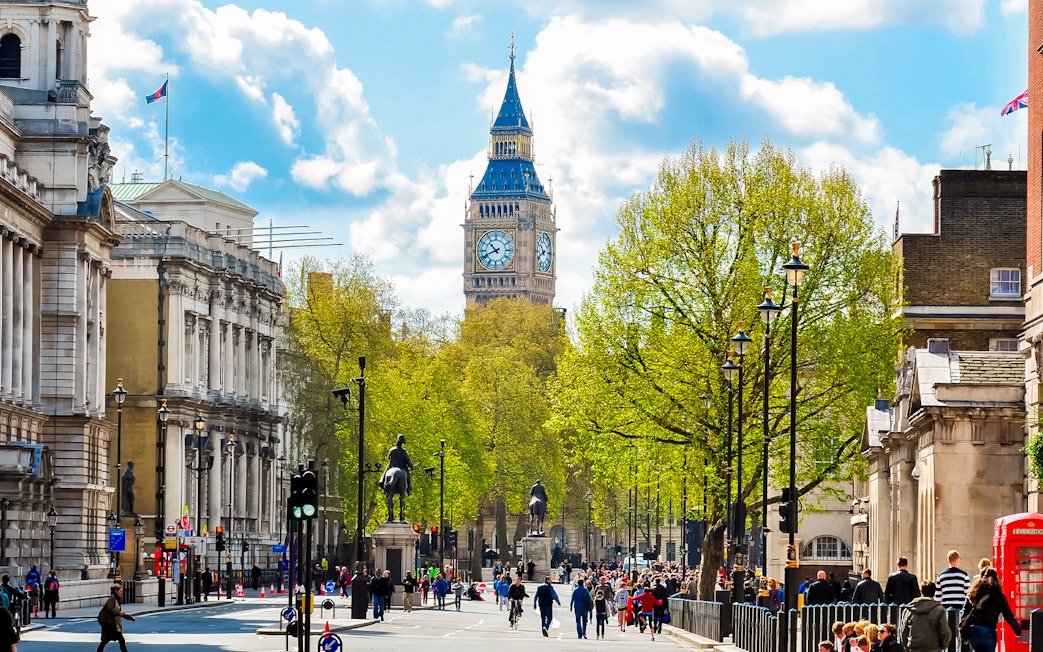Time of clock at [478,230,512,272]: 10:41
